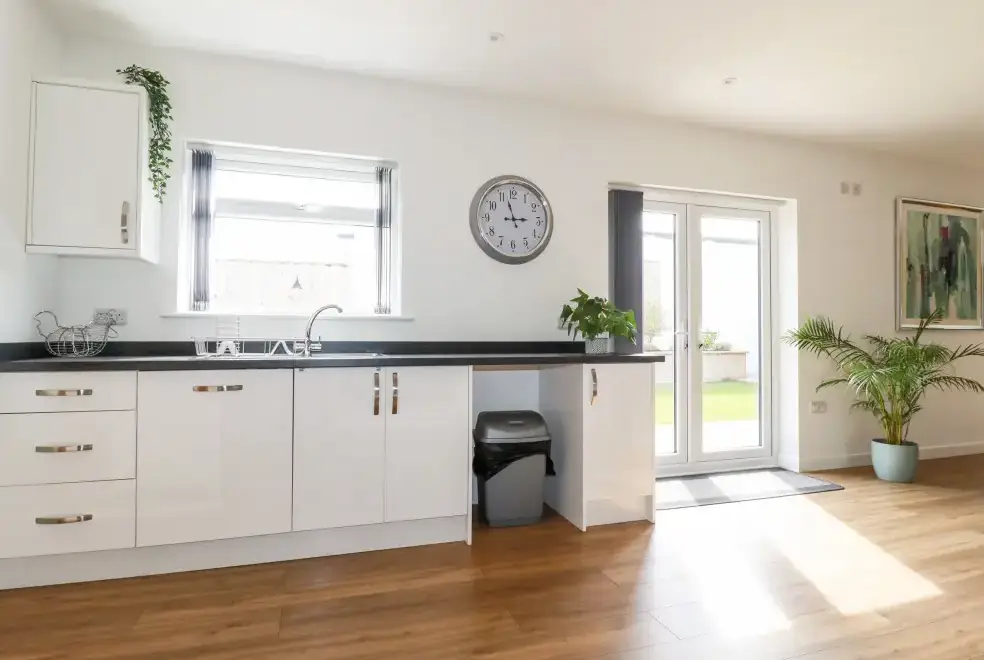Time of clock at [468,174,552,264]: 2:56
